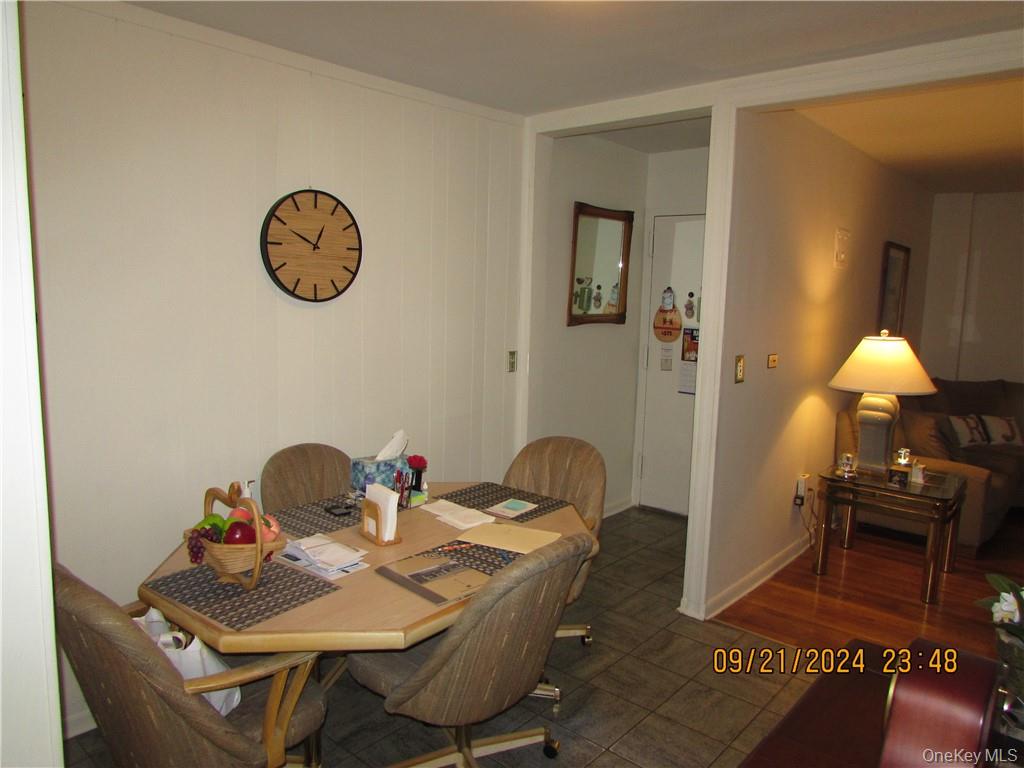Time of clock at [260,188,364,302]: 12:49
